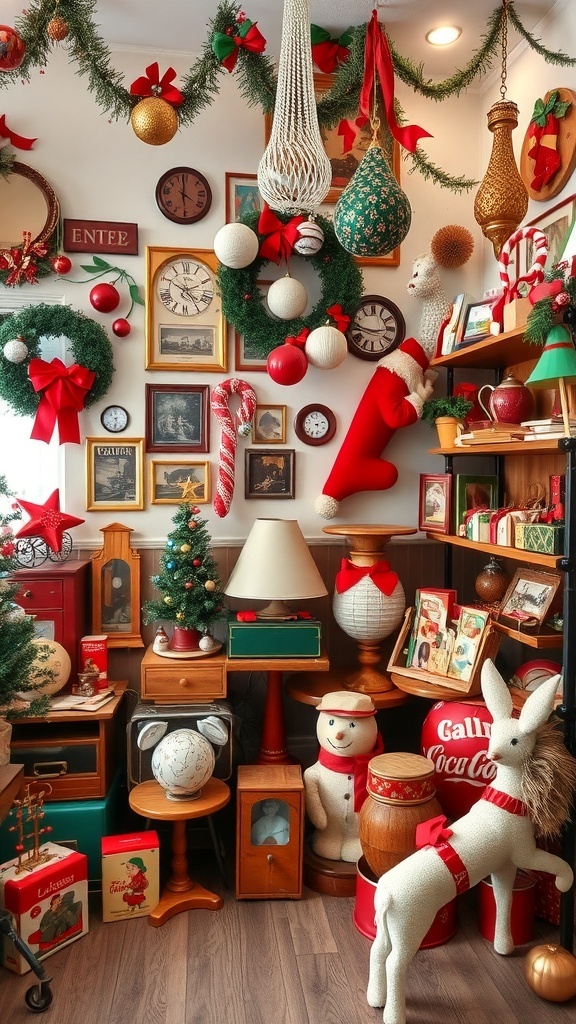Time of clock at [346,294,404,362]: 2:46
